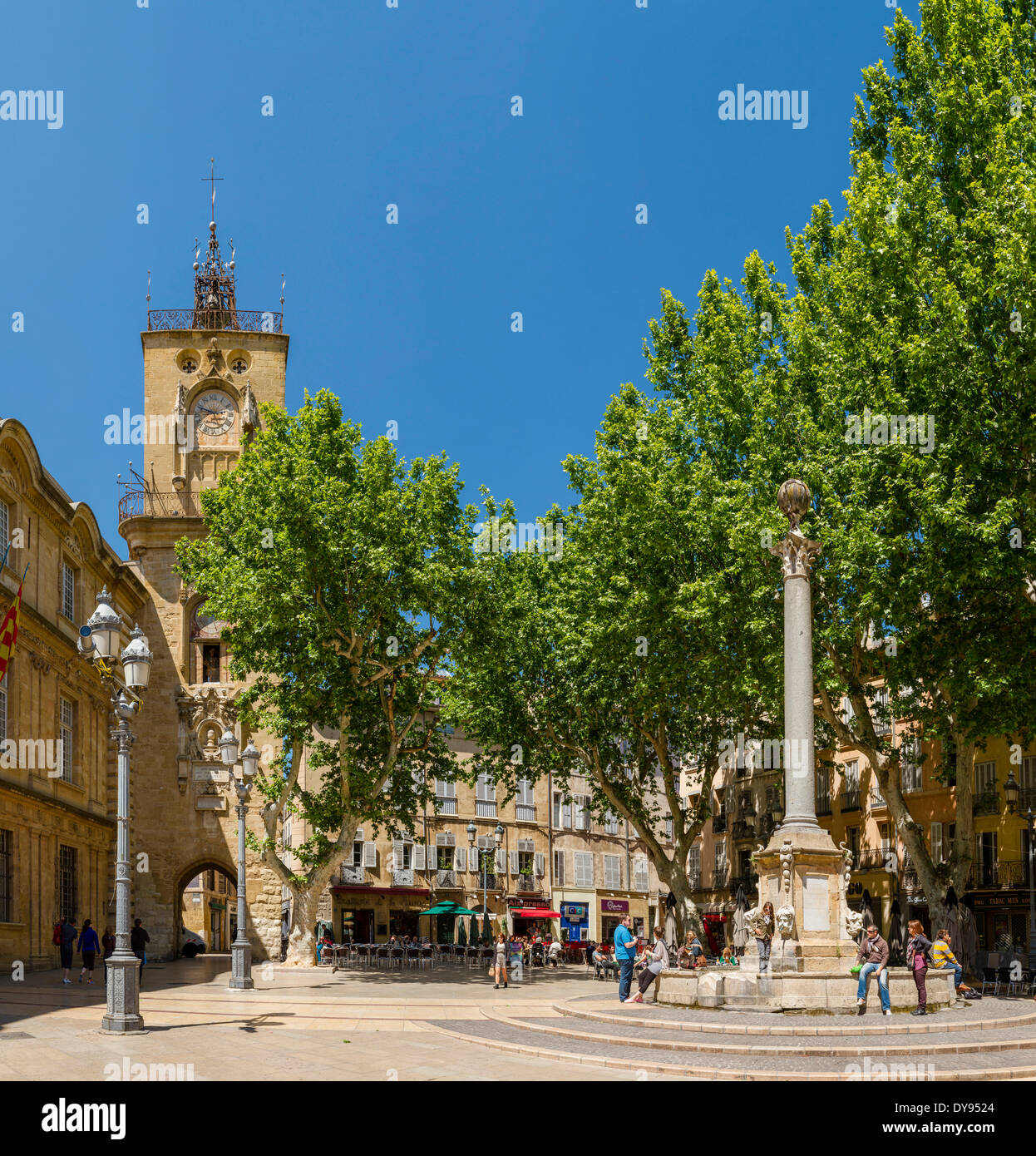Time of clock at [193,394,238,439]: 2:48
